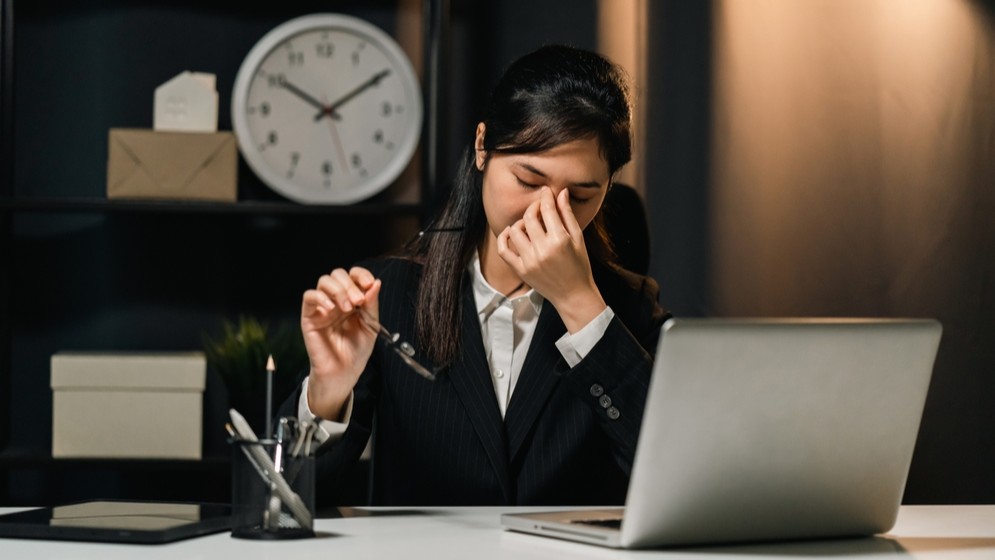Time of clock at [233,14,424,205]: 10:09
